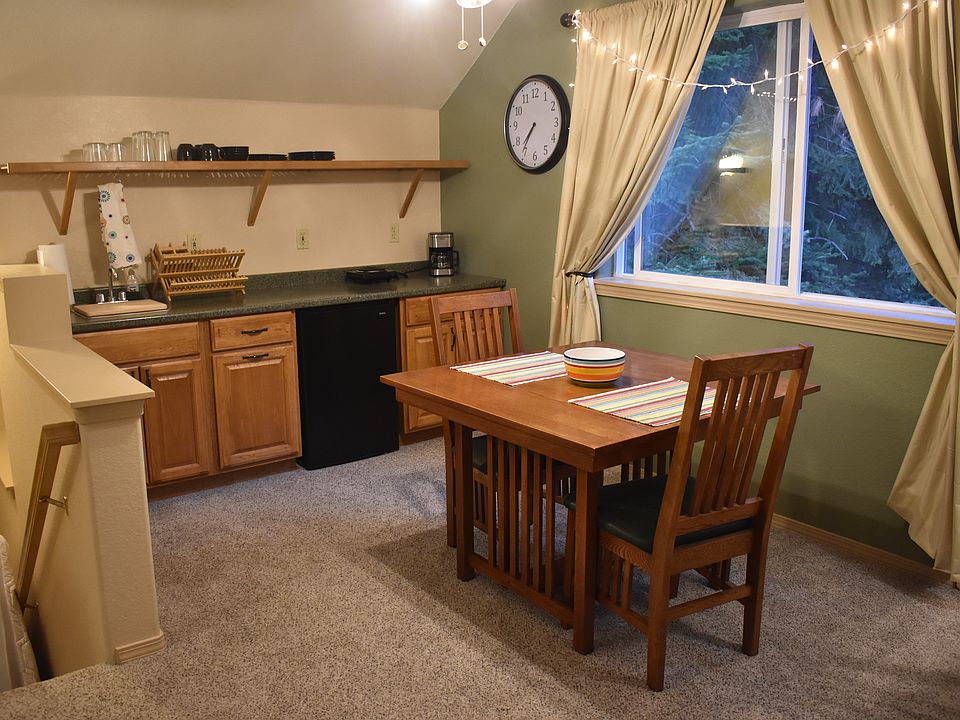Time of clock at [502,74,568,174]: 7:36
